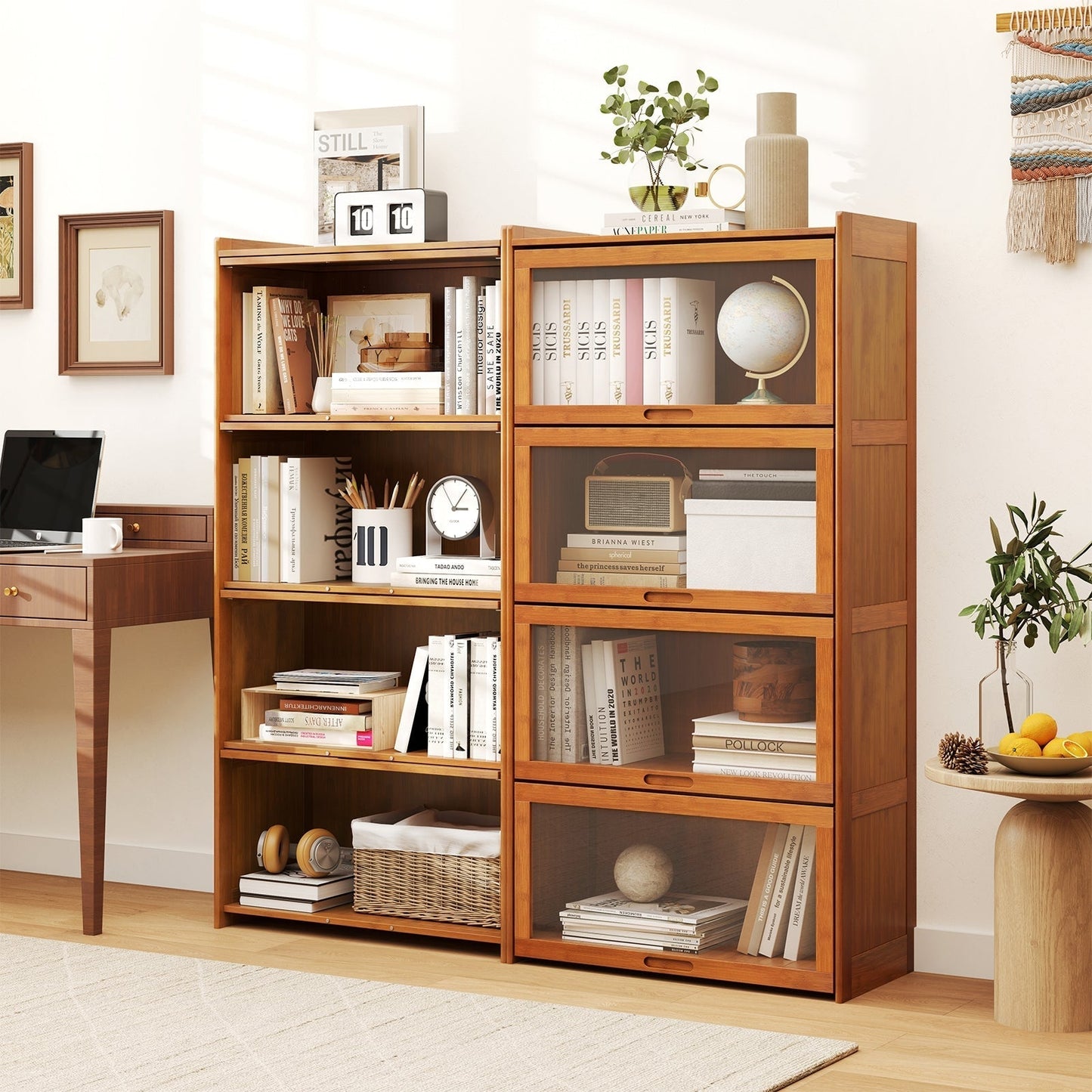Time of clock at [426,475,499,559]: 3:05
